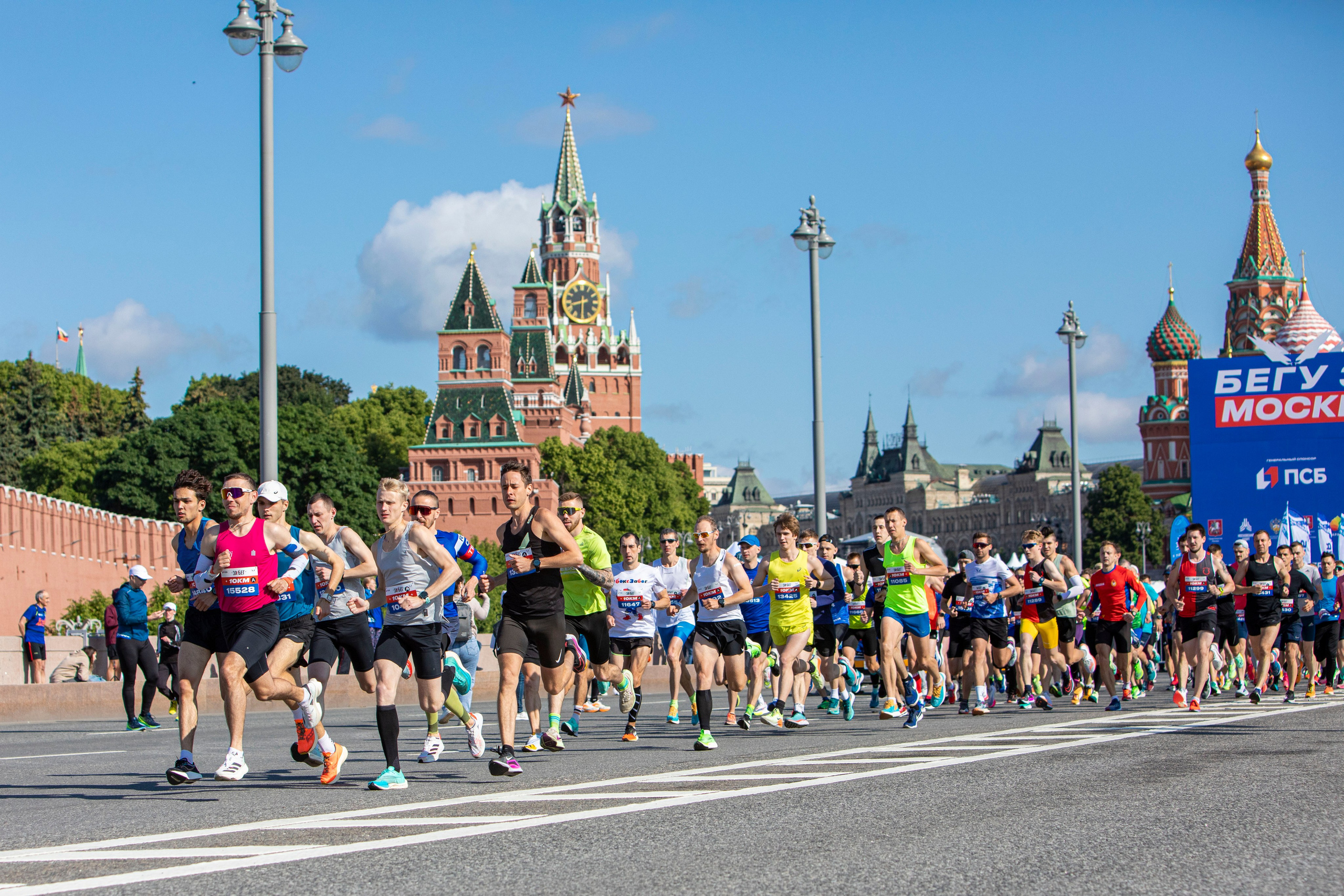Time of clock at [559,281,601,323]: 8:30
